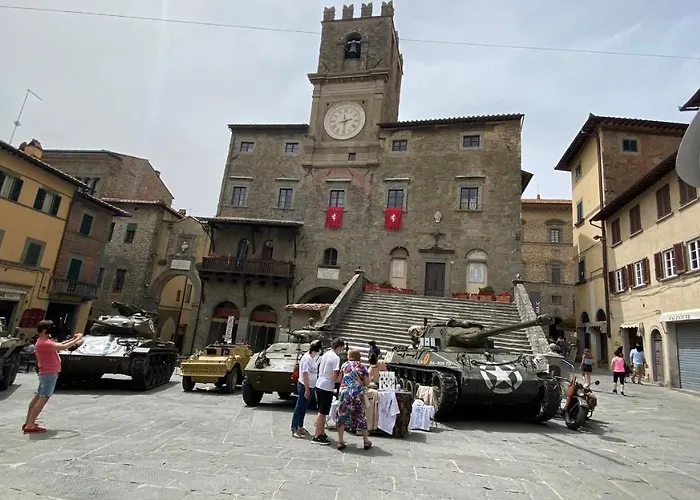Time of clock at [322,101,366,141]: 2:29
